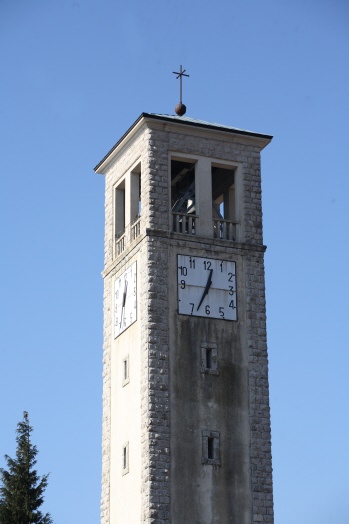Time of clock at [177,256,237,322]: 12:33
